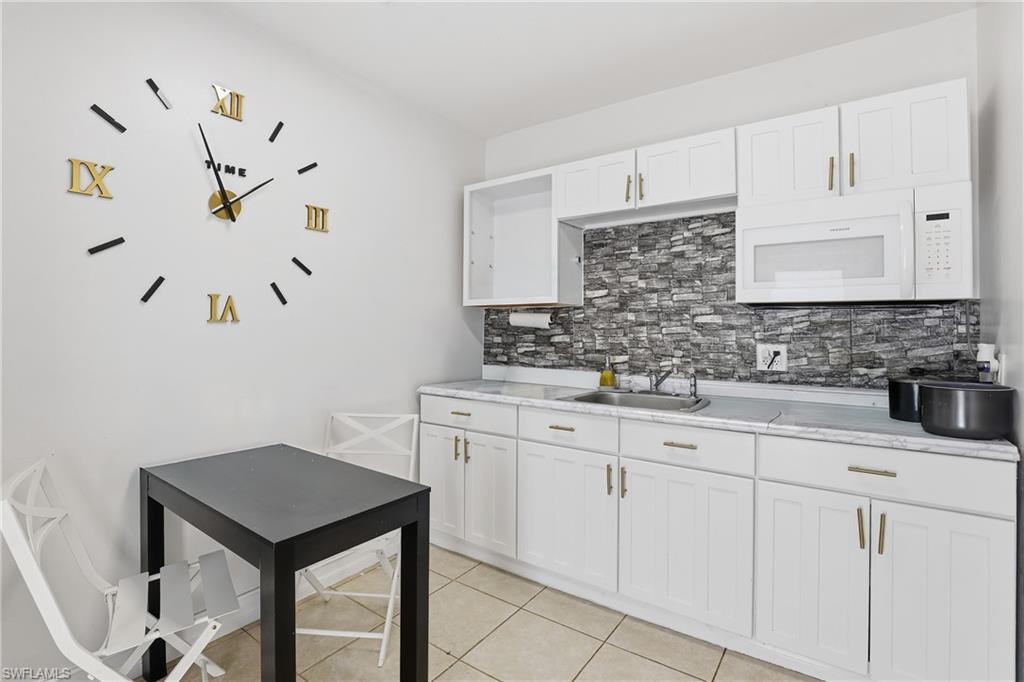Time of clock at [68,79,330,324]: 1:56
